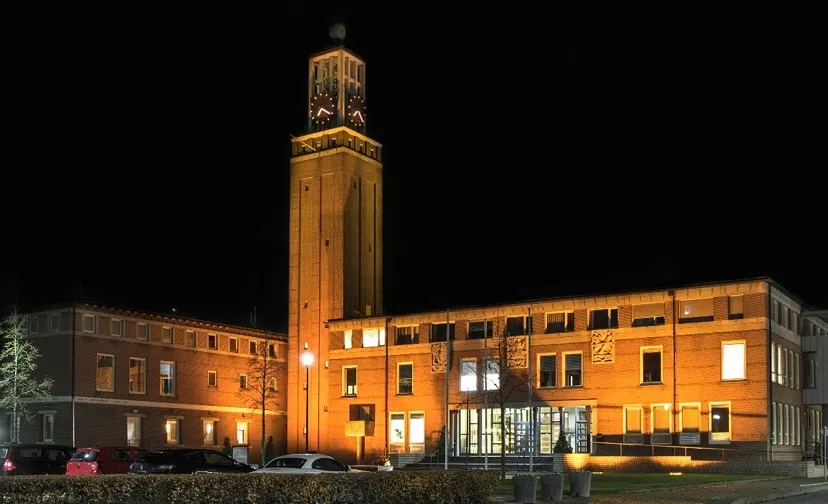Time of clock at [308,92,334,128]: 7:20
